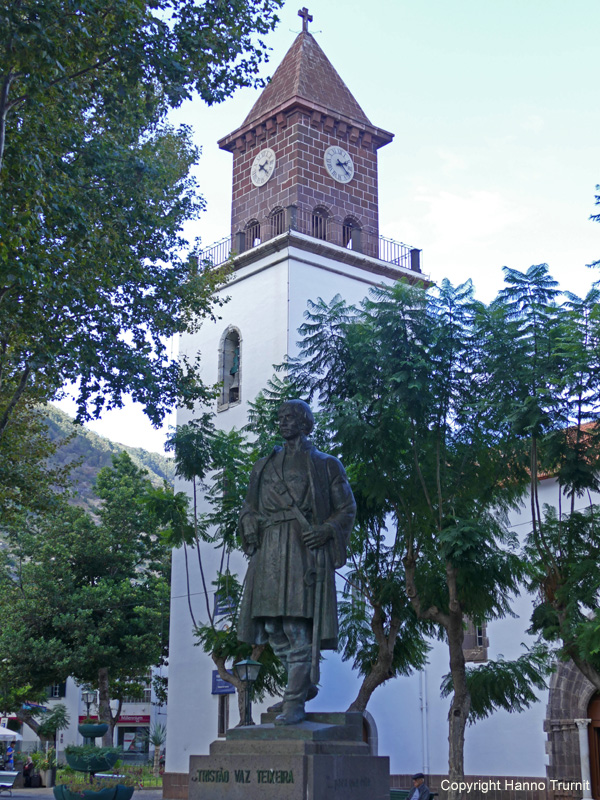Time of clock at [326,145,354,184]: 2:21
